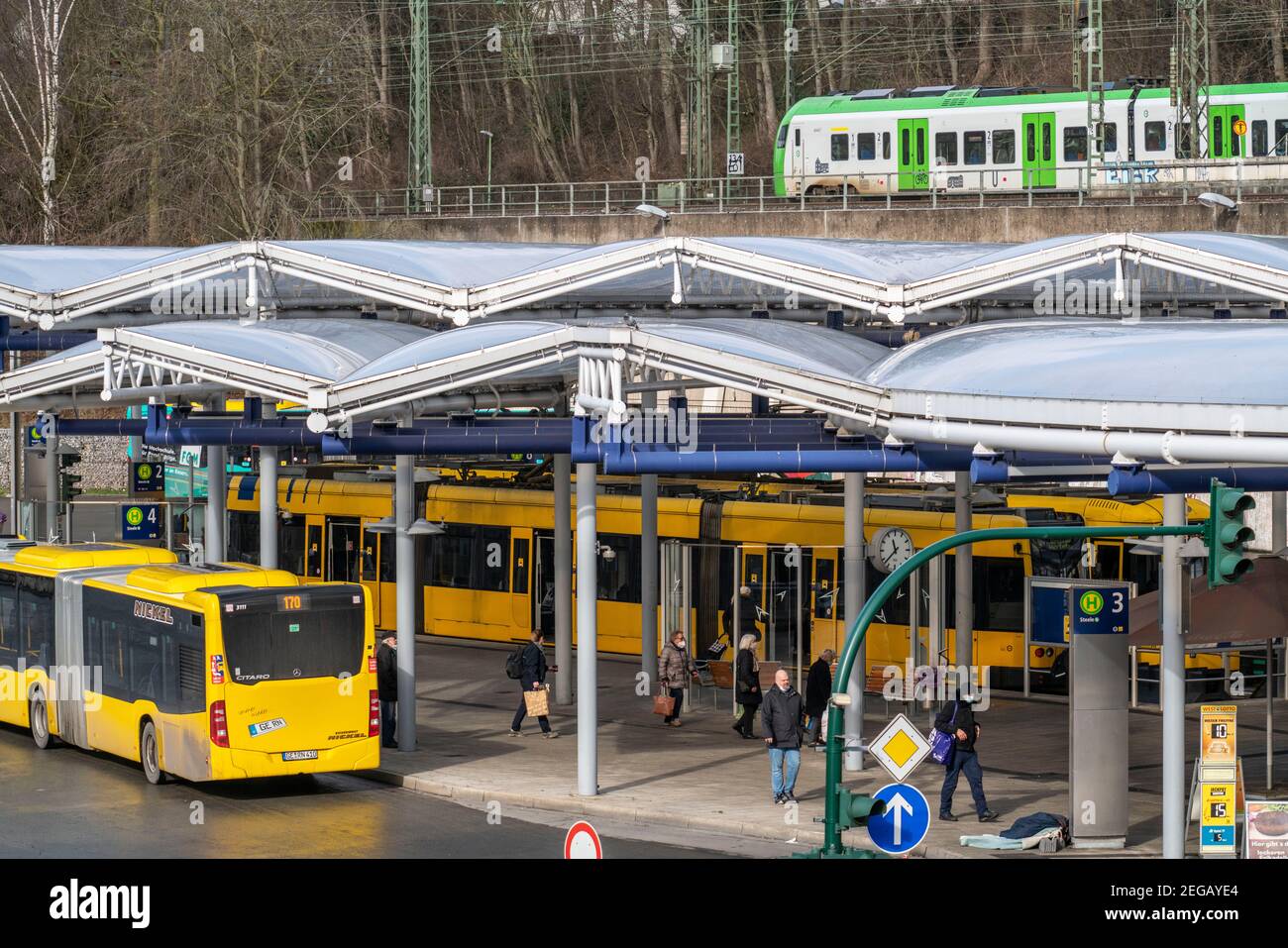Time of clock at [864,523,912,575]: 11:37
